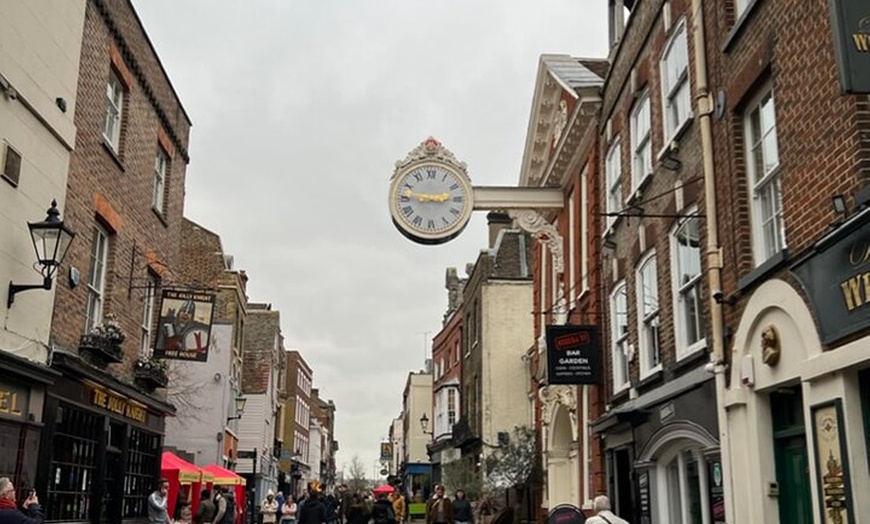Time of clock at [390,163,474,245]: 2:46
